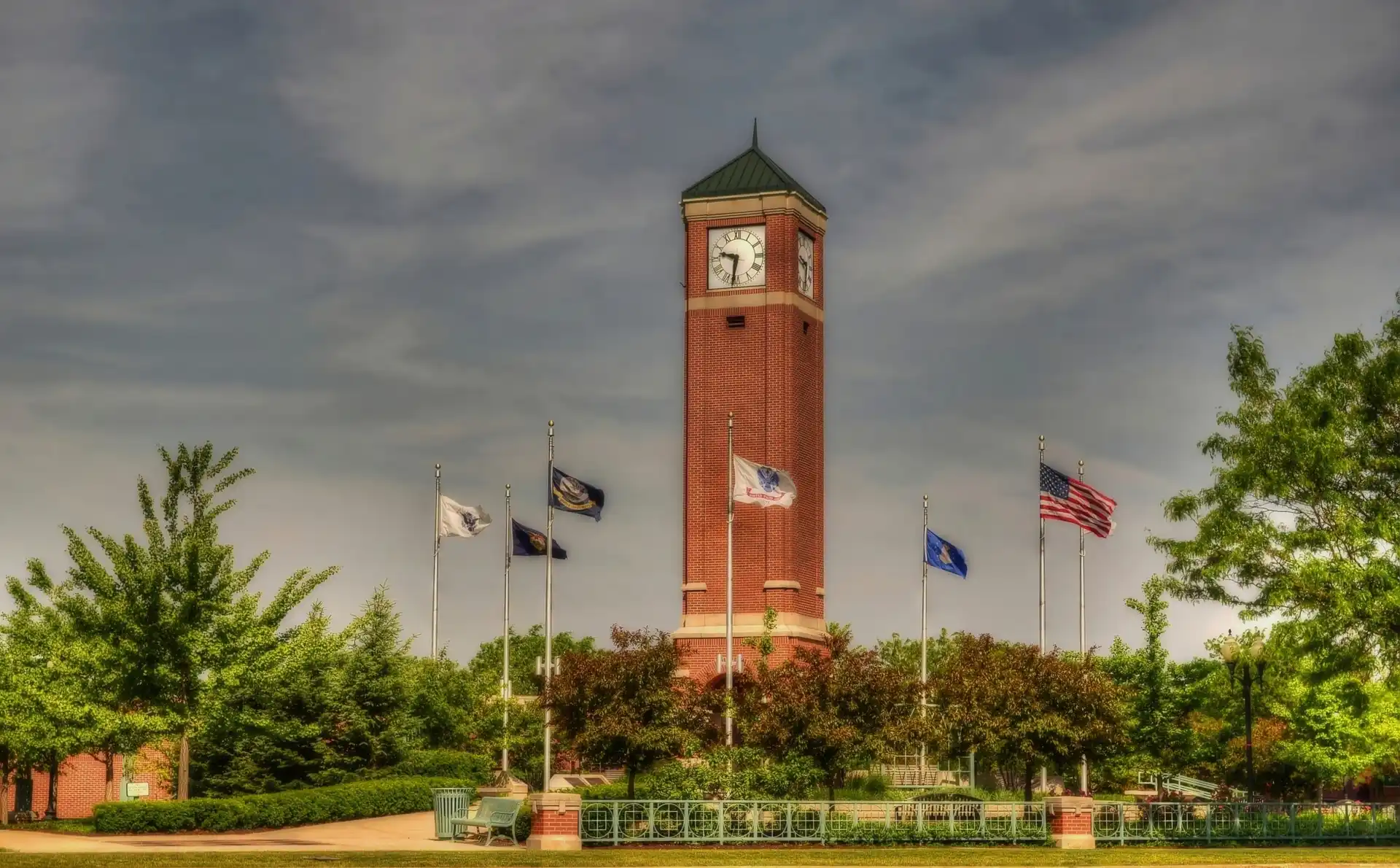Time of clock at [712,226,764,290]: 9:31
